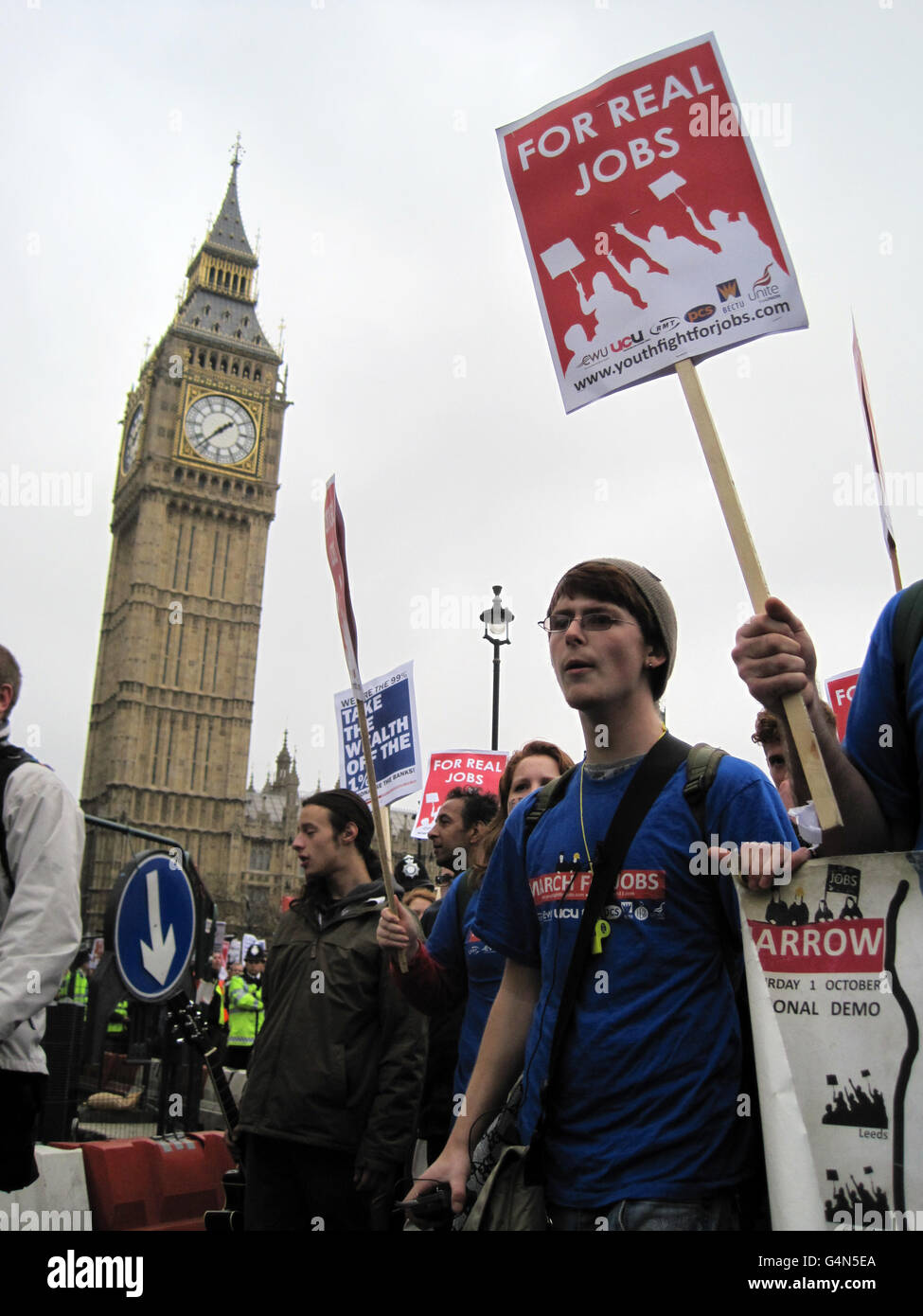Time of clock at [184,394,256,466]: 1:37
